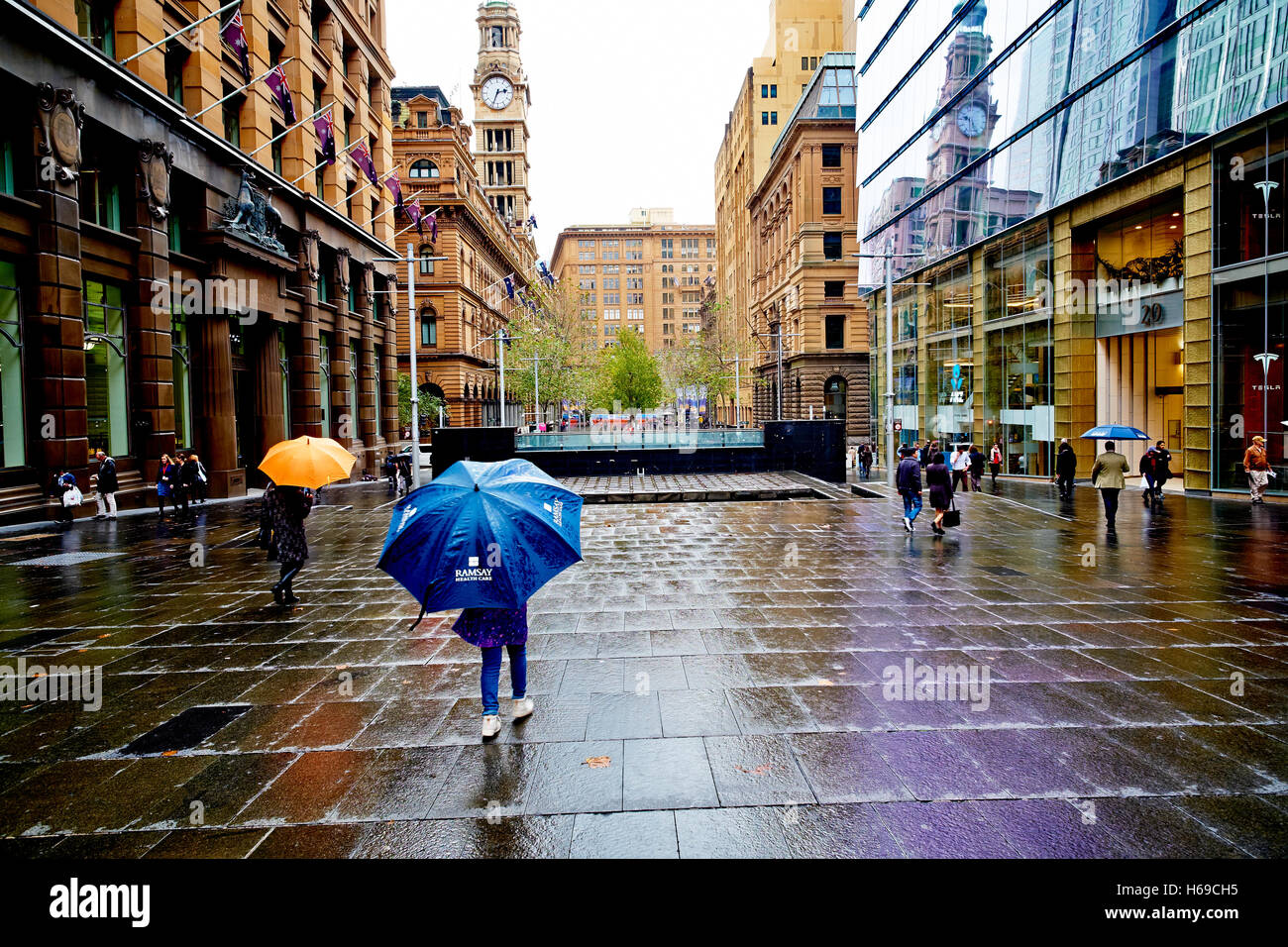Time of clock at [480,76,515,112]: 2:33
